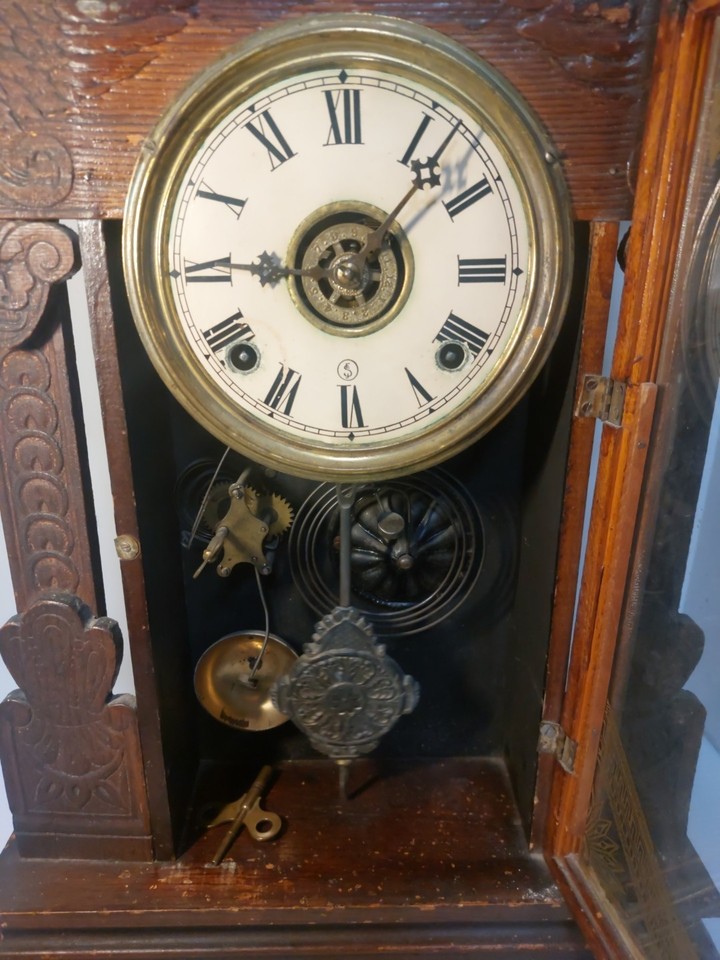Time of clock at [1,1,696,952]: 9:07
